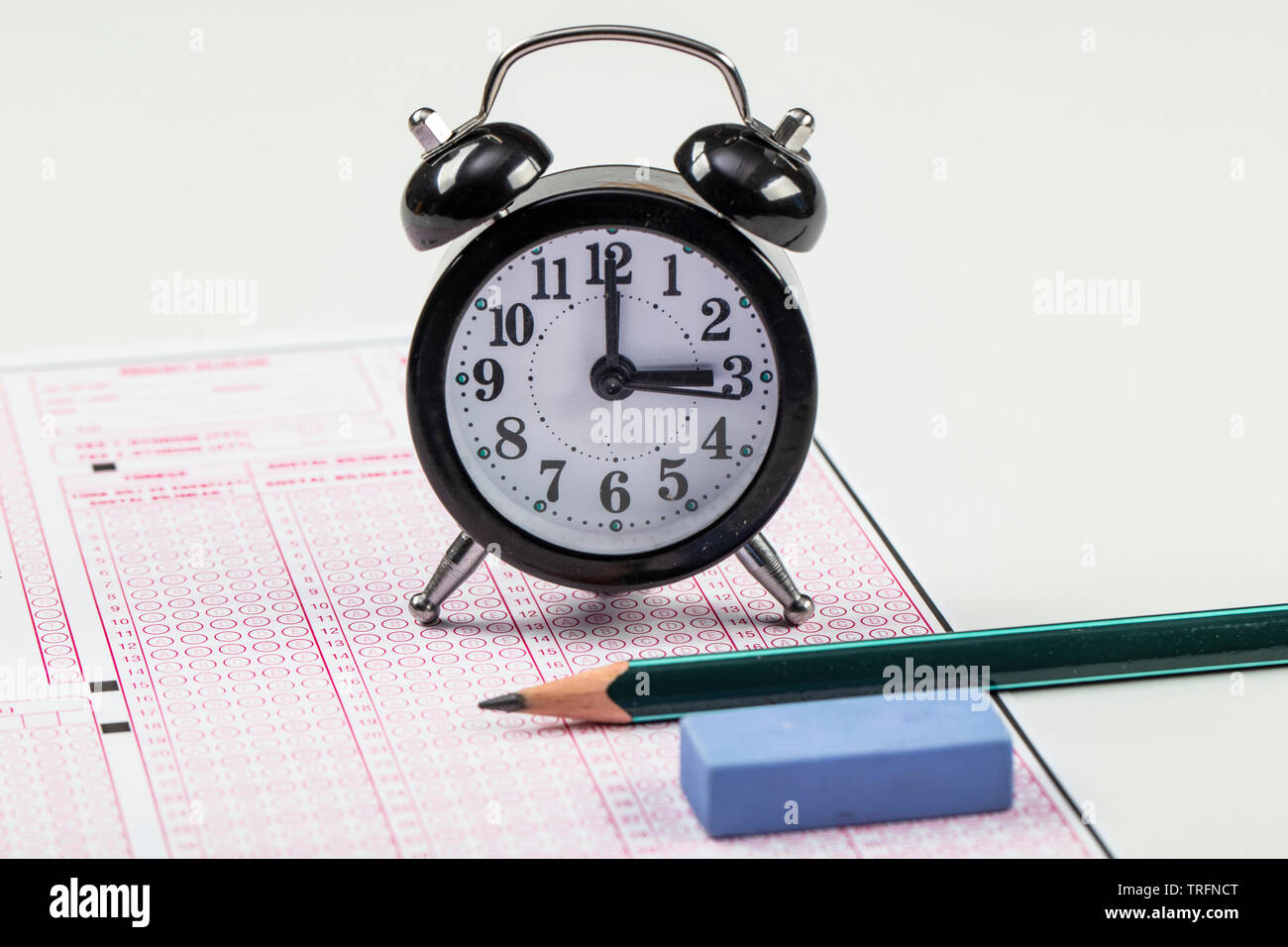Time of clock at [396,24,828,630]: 3:00
